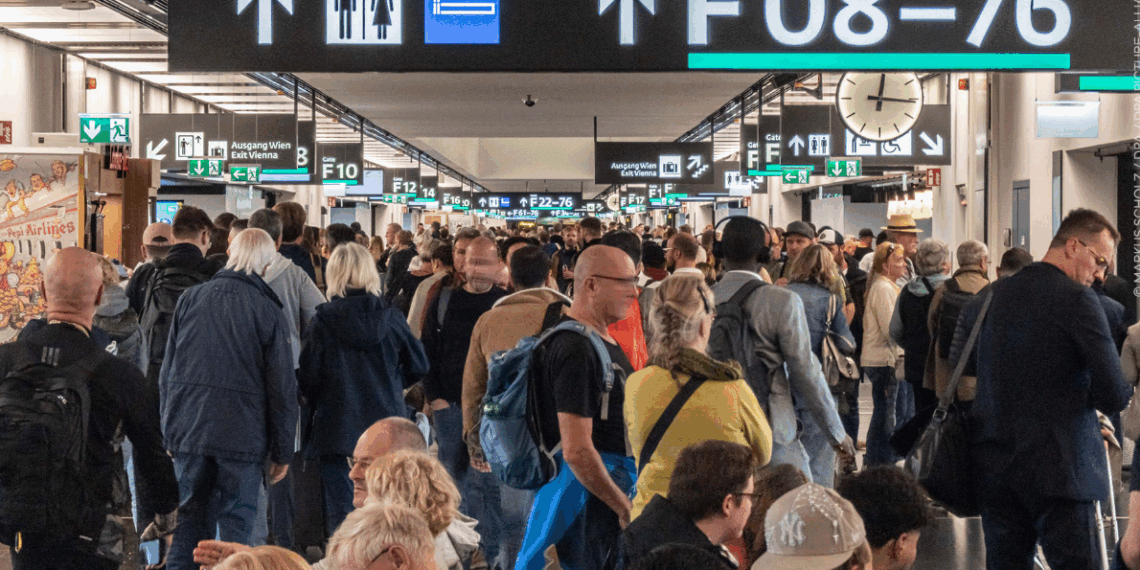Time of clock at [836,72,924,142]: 12:16
